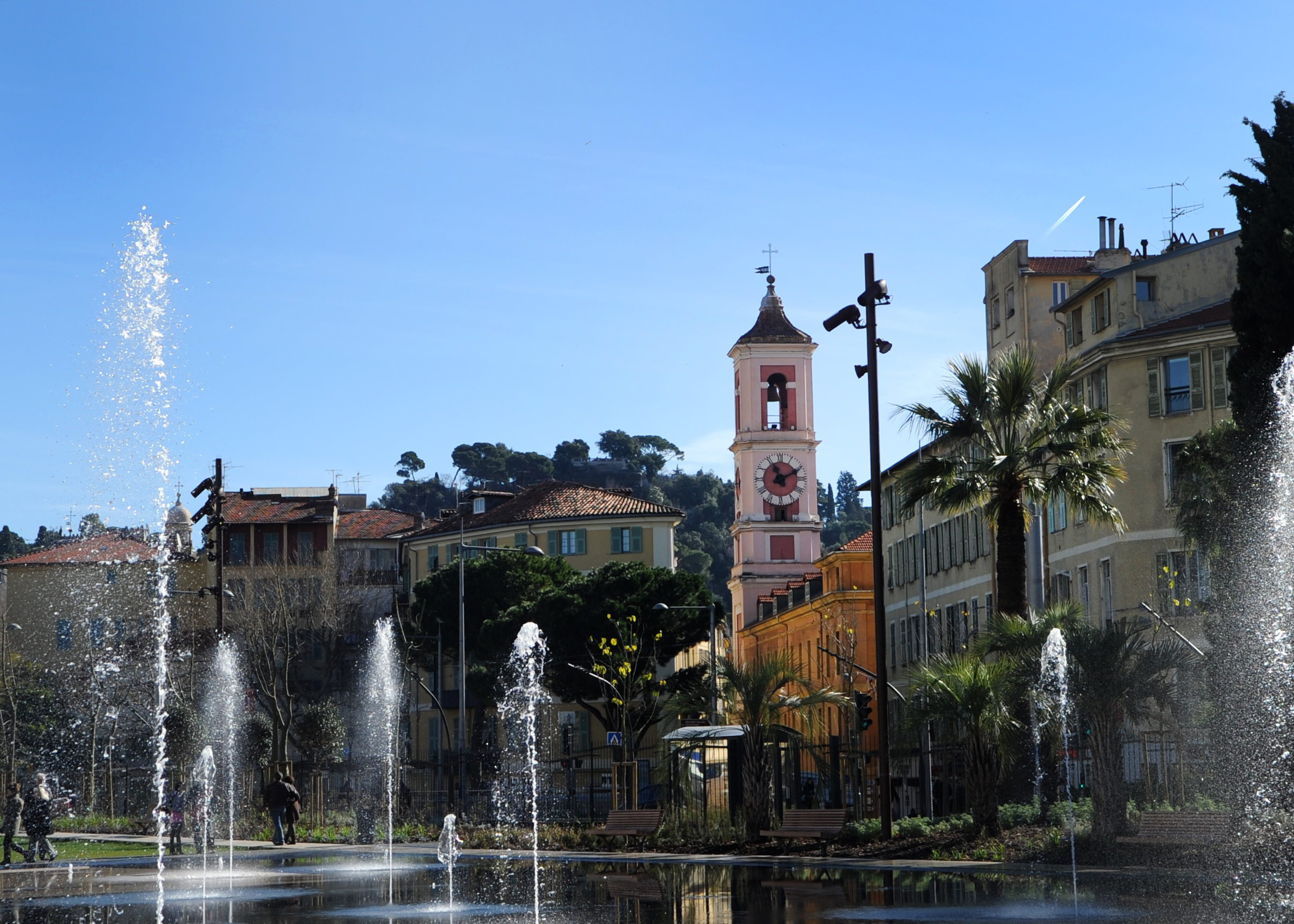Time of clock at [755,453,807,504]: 11:10
